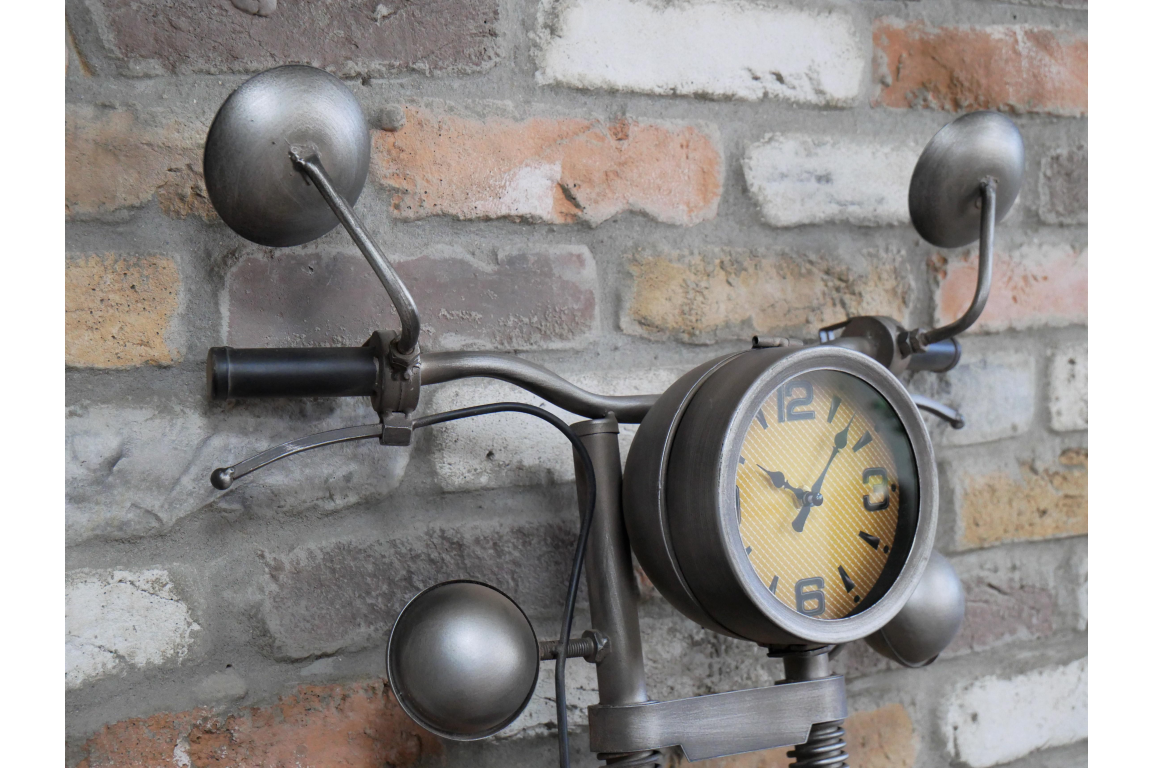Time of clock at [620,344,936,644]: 10:07
